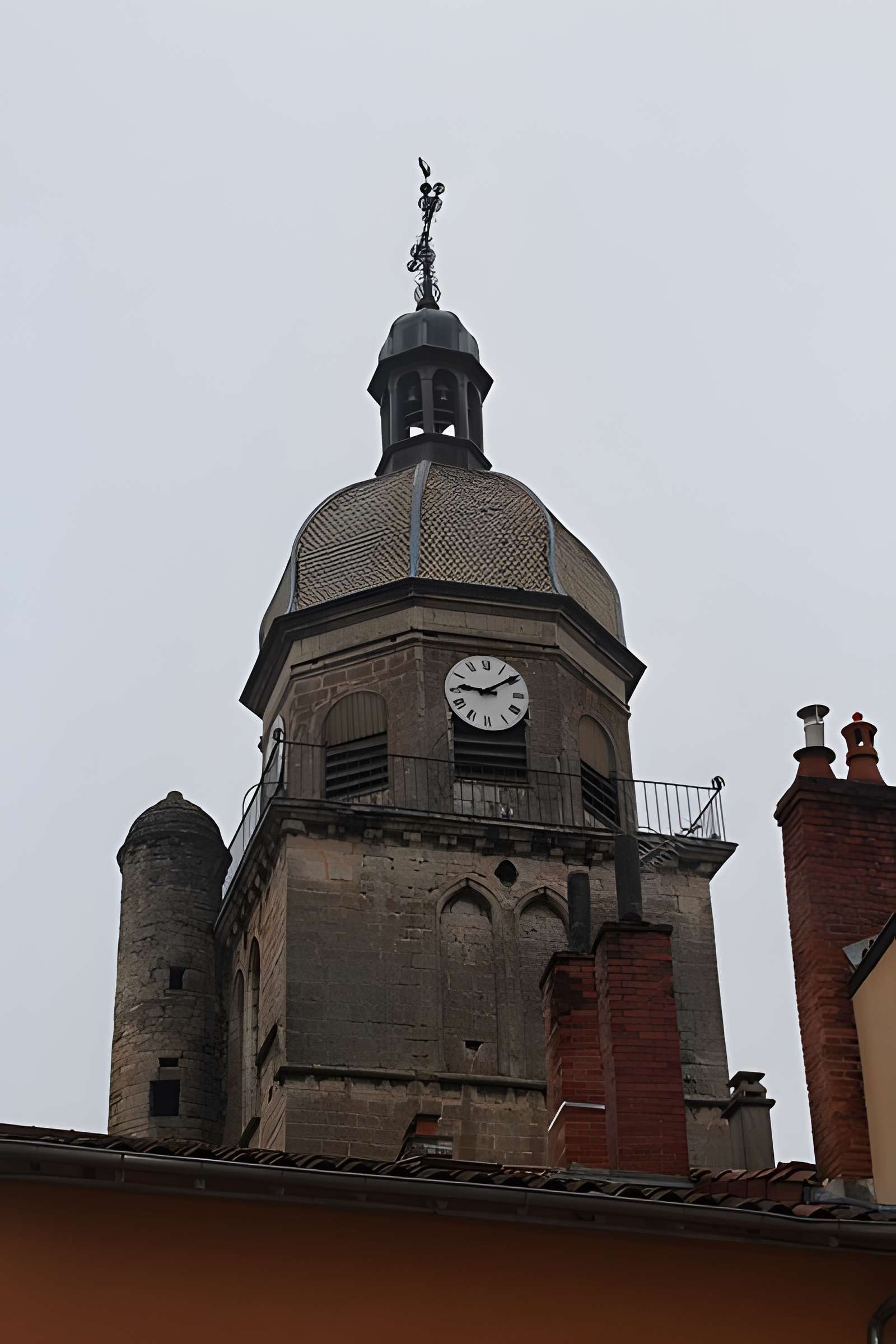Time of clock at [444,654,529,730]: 9:09
